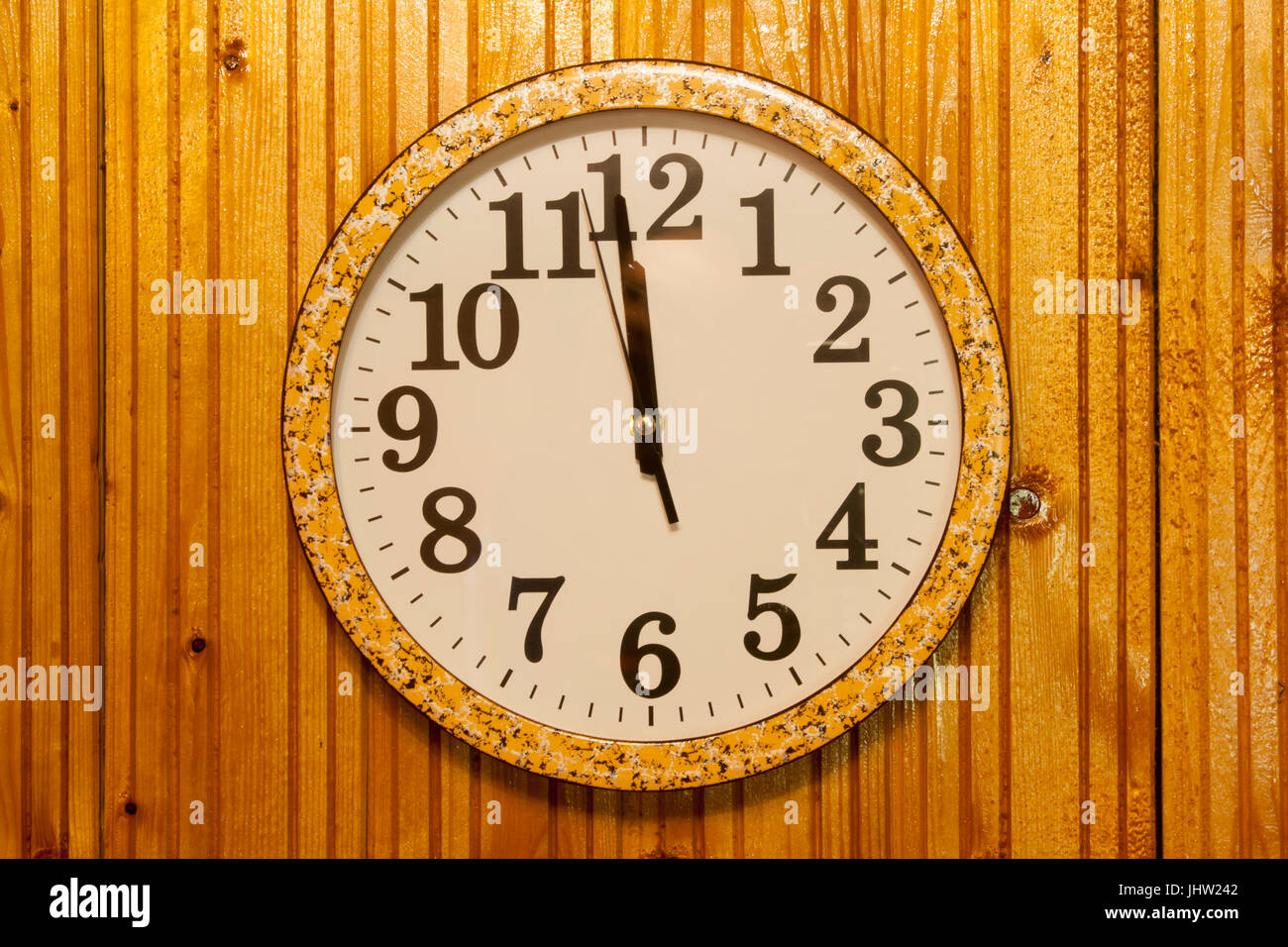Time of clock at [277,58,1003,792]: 11:58
